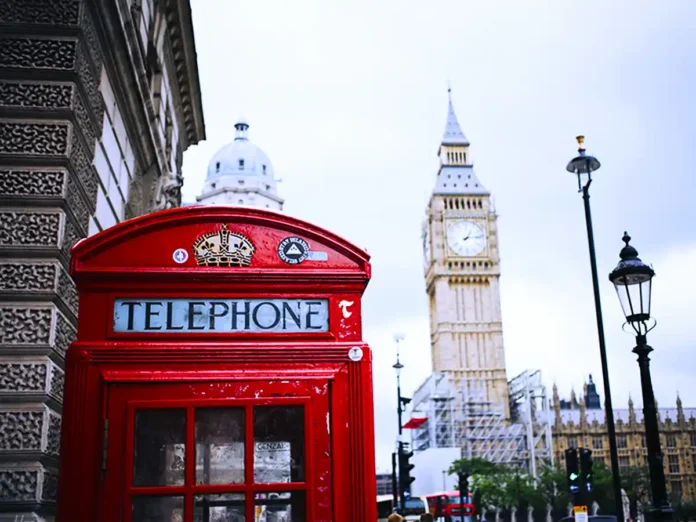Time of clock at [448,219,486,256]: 1:13
